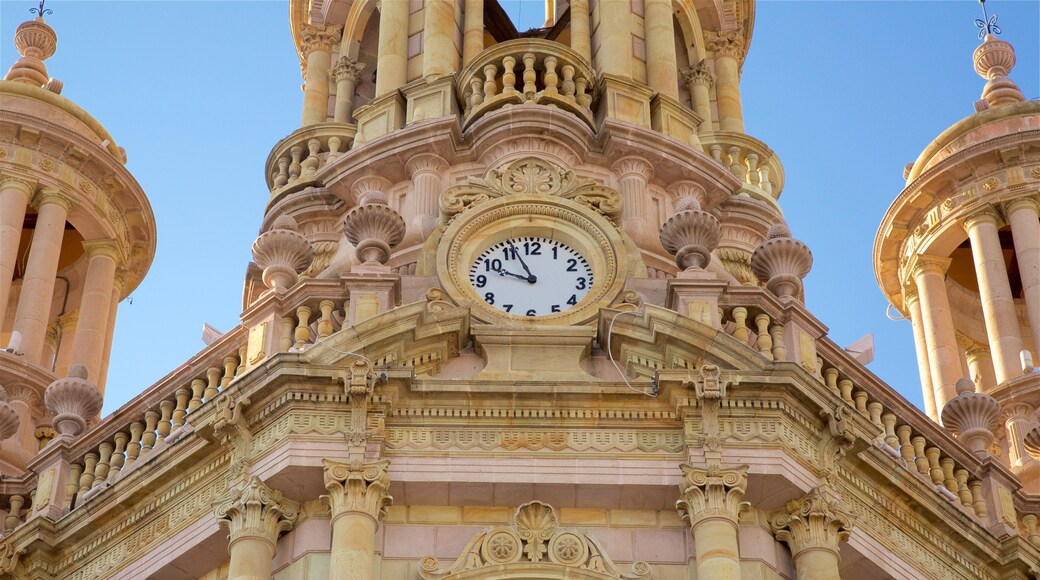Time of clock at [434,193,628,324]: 9:56
